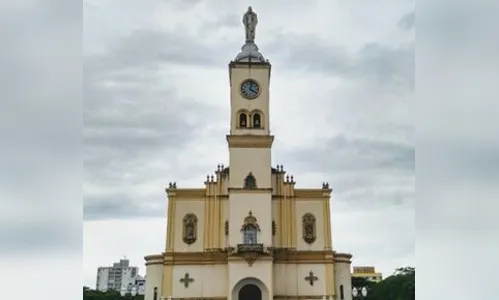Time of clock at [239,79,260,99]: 4:02
